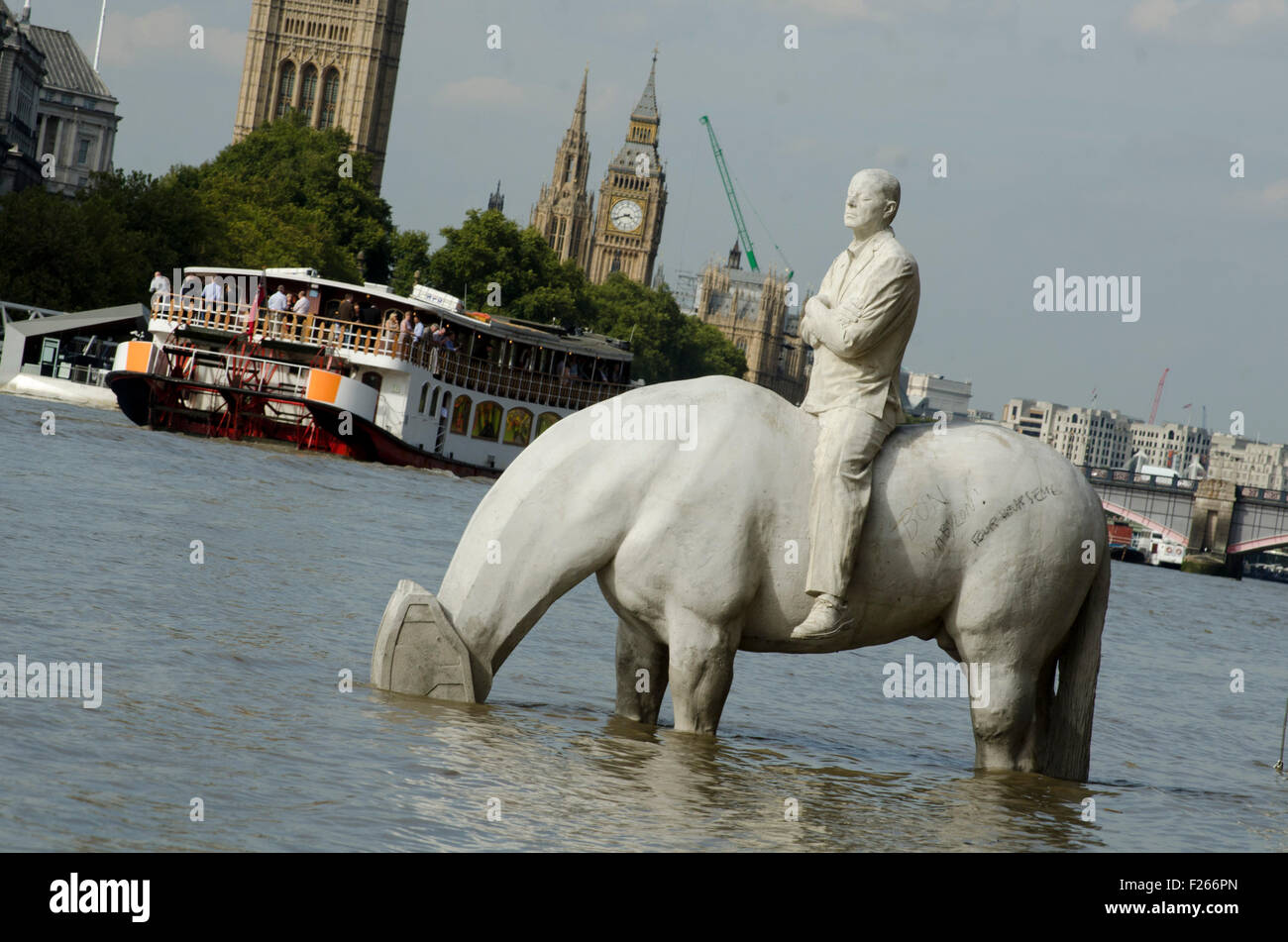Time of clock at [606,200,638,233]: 3:41
